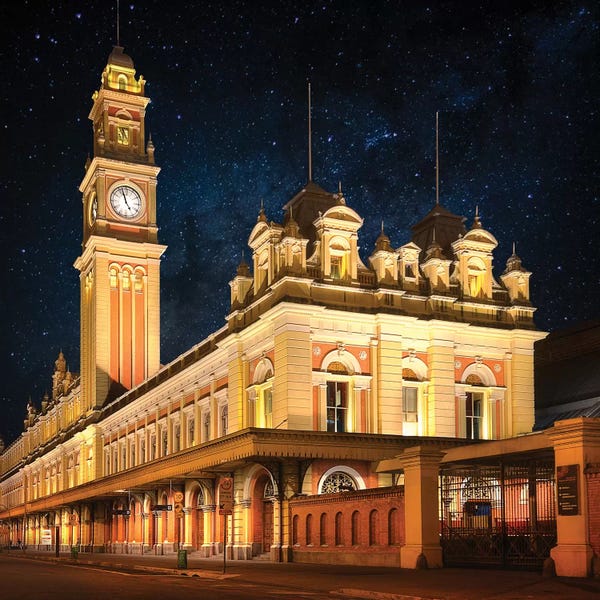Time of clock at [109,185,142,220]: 4:57
